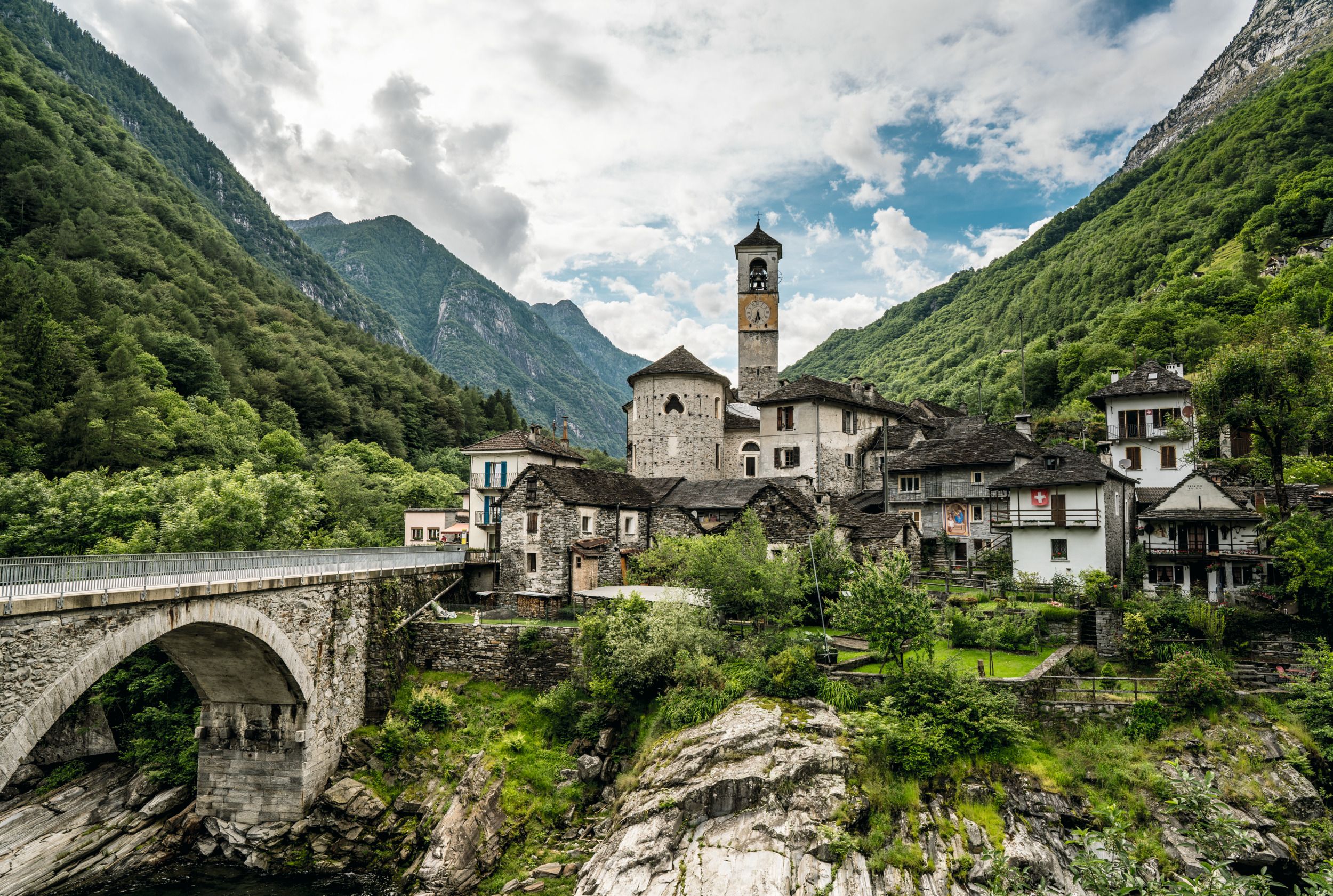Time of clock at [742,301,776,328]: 5:32
